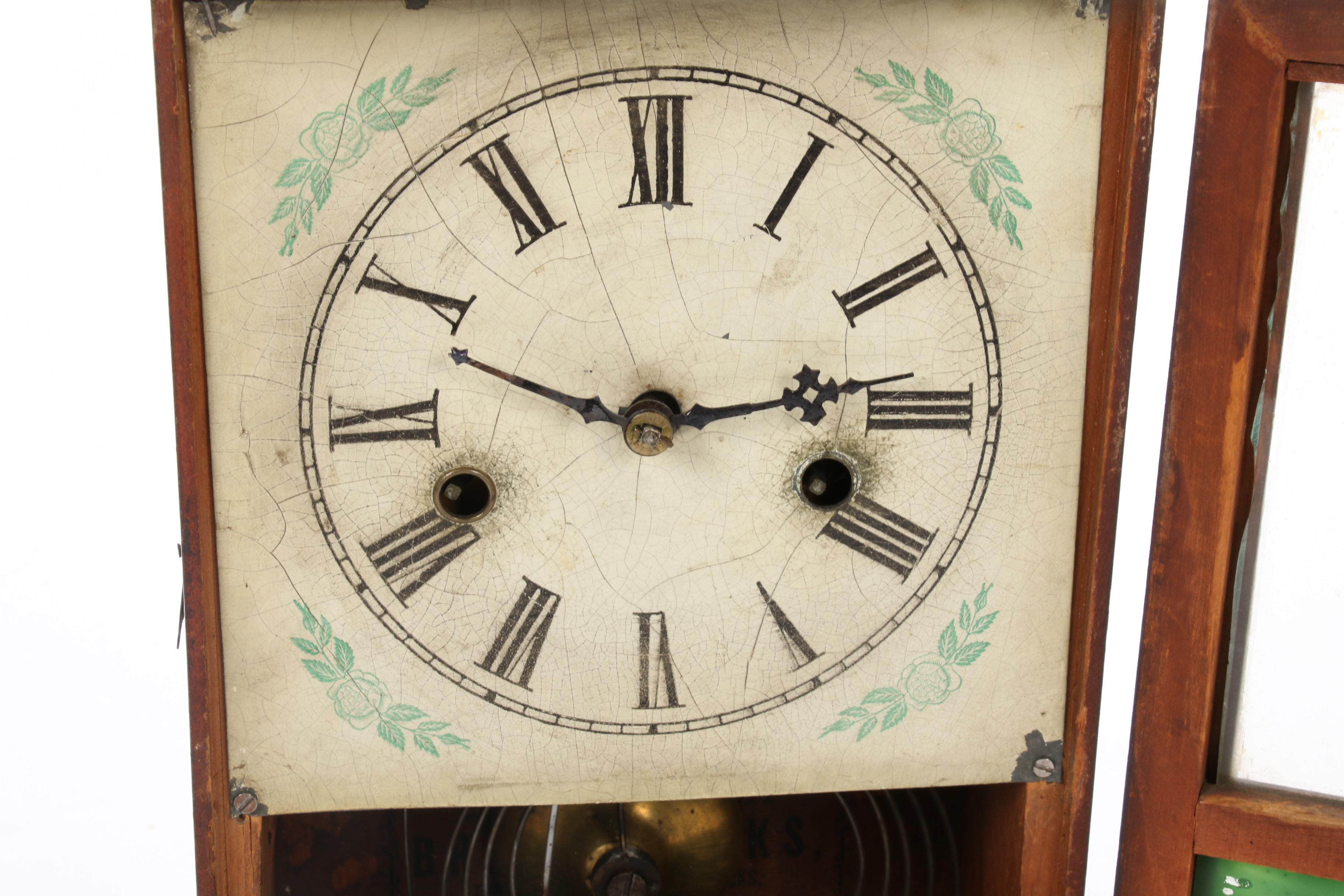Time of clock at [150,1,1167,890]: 2:48
